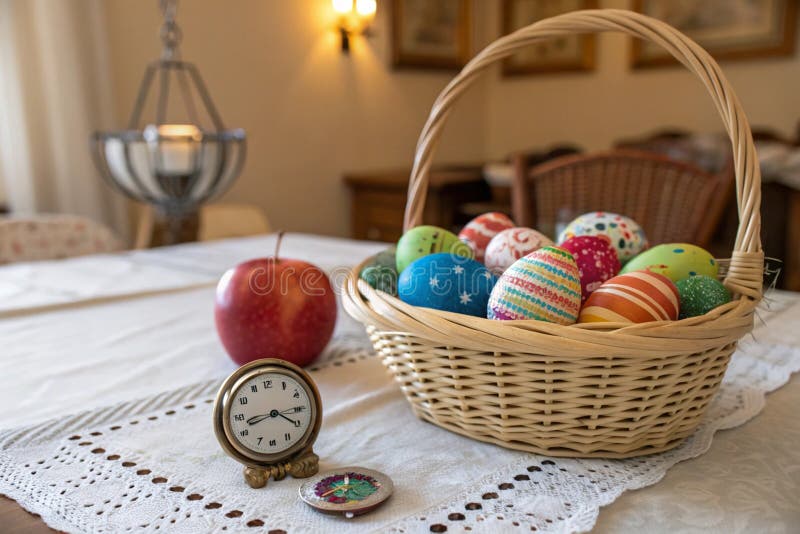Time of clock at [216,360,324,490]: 8:20
